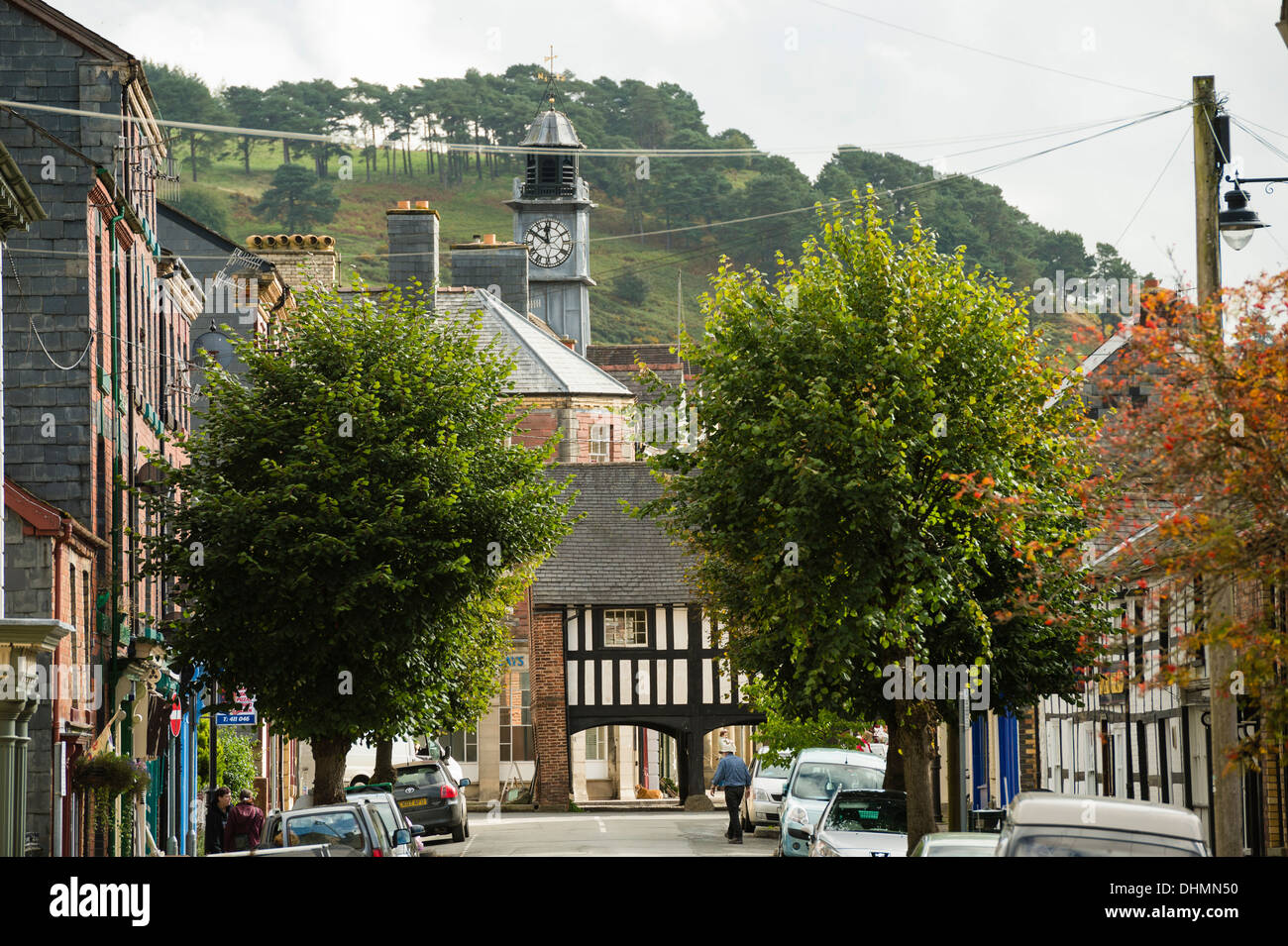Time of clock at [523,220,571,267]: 11:50
